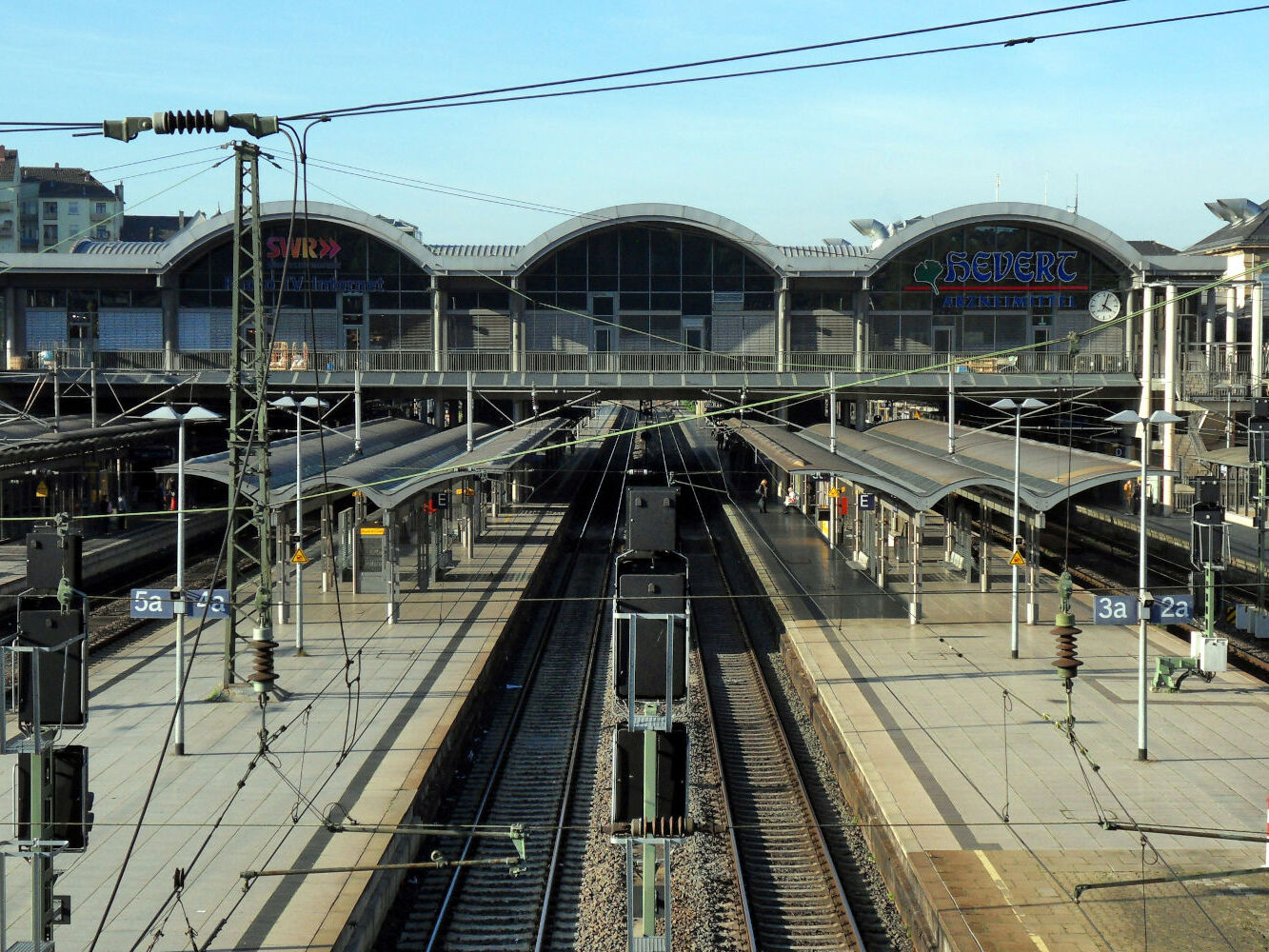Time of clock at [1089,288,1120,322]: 4:03
